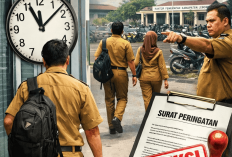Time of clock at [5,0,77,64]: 11:07
